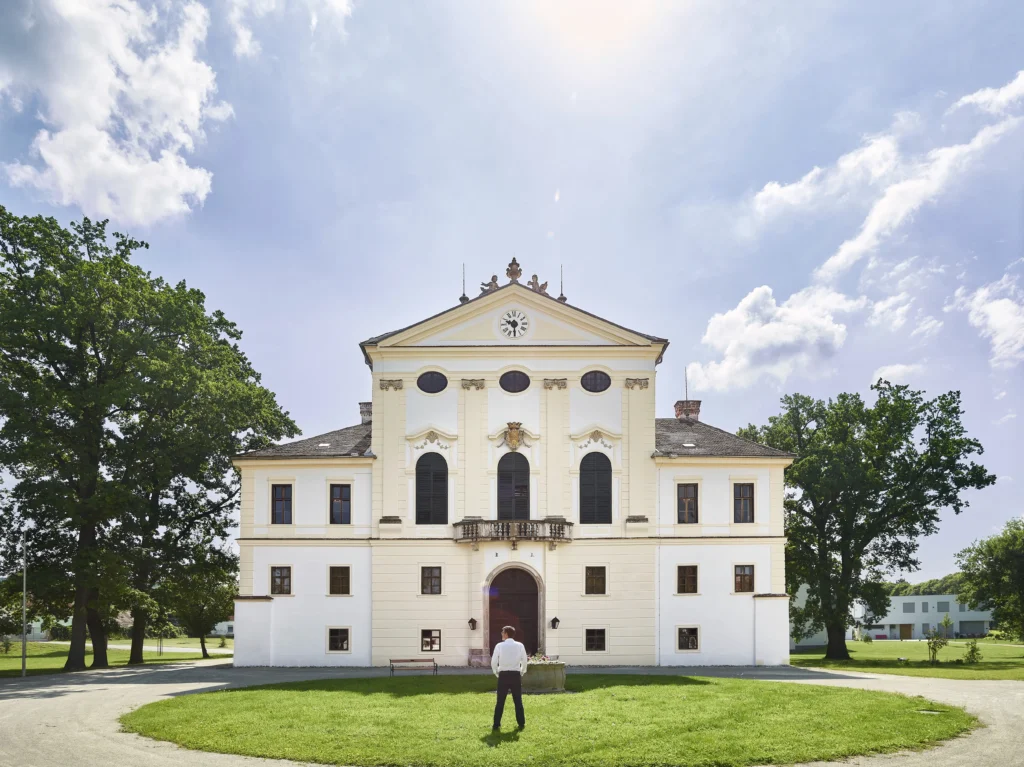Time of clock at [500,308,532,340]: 9:30
